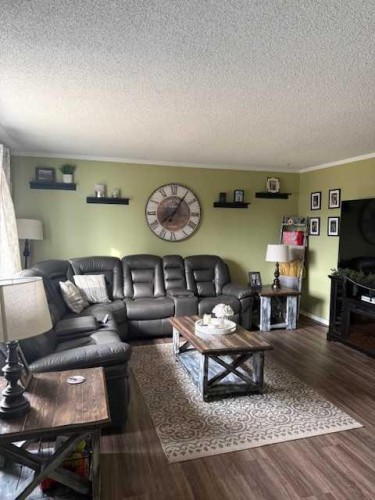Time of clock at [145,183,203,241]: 8:05
